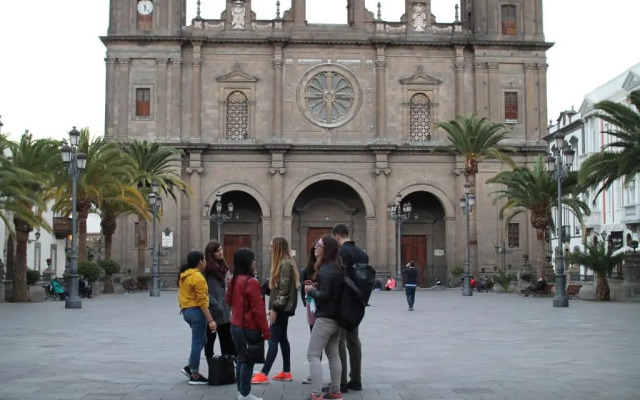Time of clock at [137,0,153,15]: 6:23
